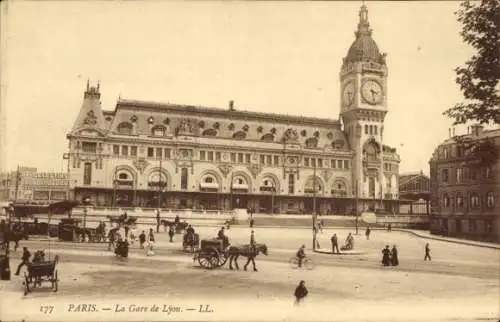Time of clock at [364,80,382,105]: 3:28
